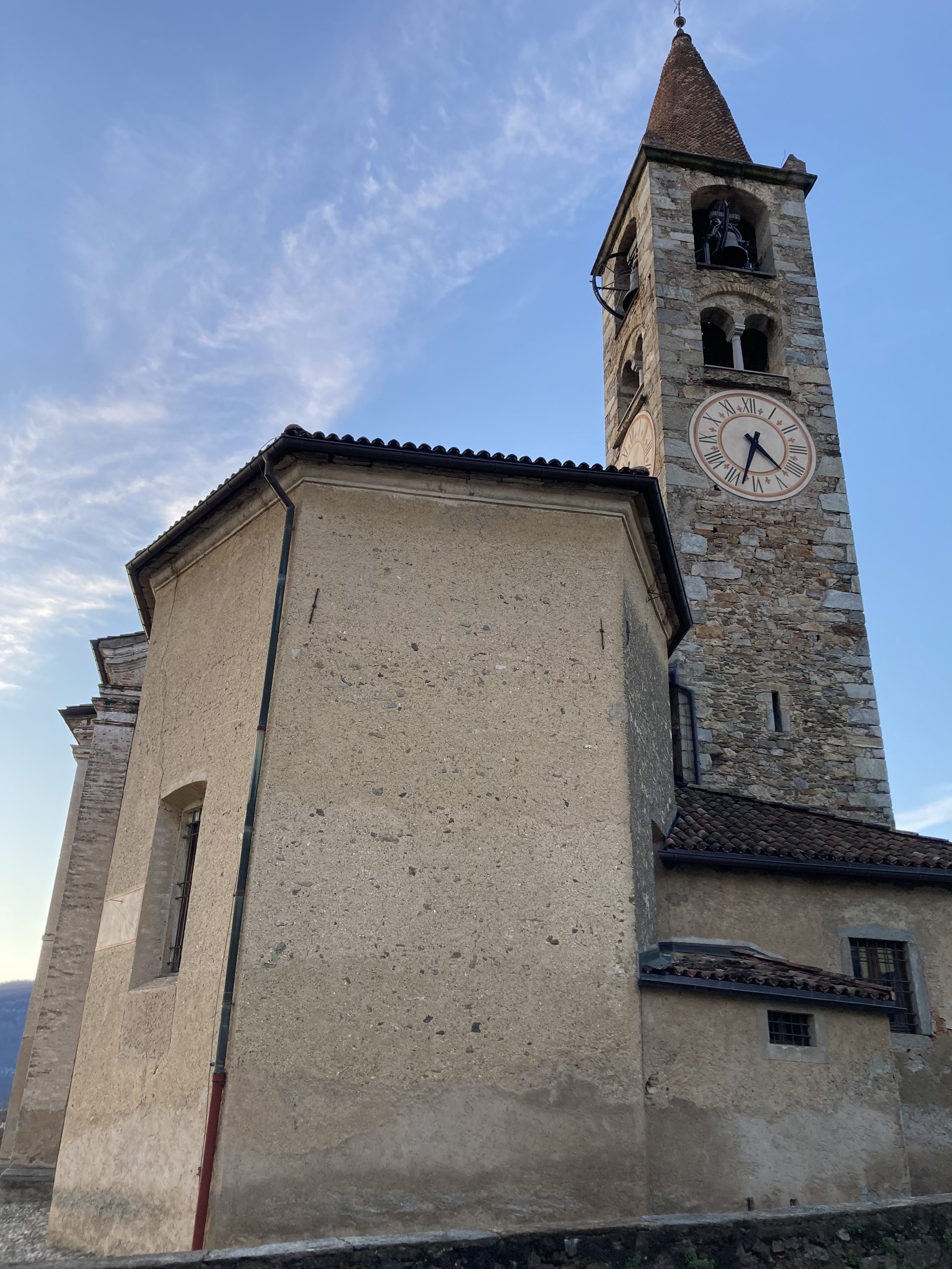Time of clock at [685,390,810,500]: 4:32
